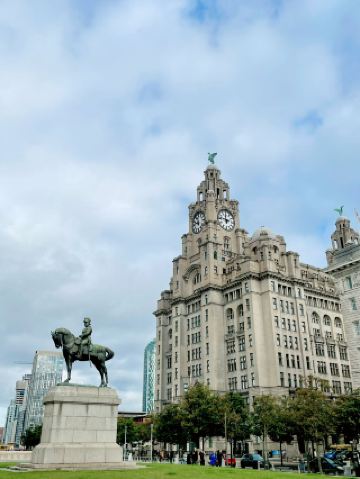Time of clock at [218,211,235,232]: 11:46
